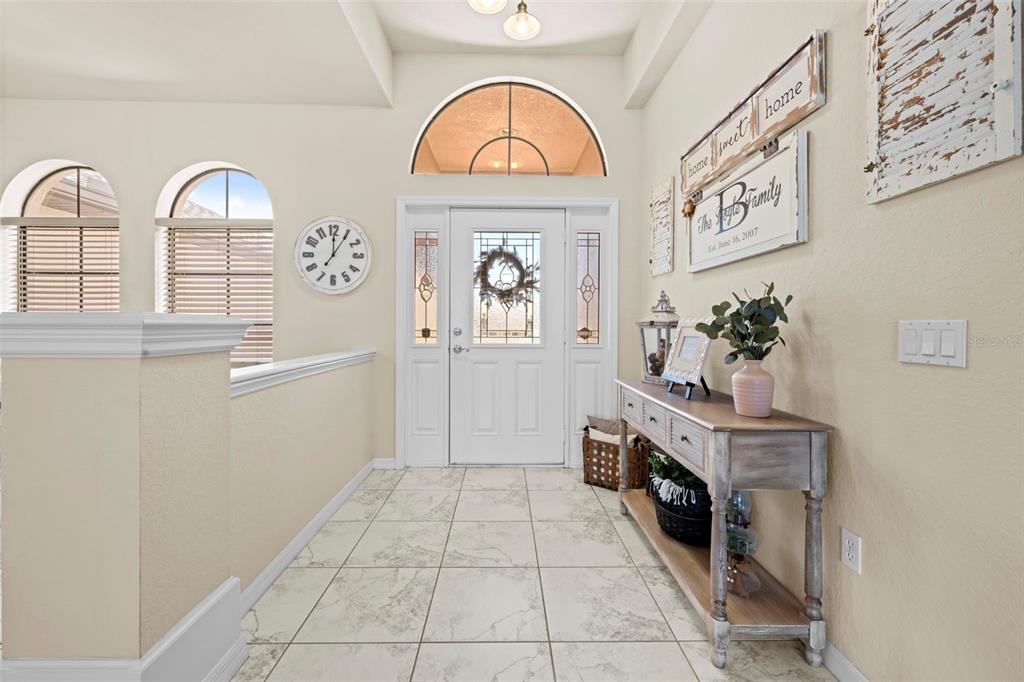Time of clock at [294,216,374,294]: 12:05
